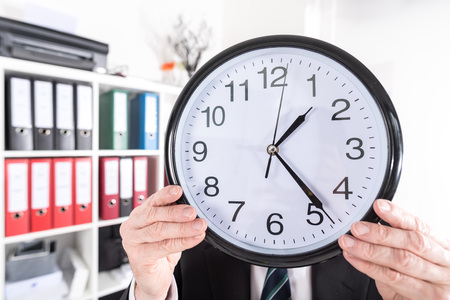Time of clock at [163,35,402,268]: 1:23
